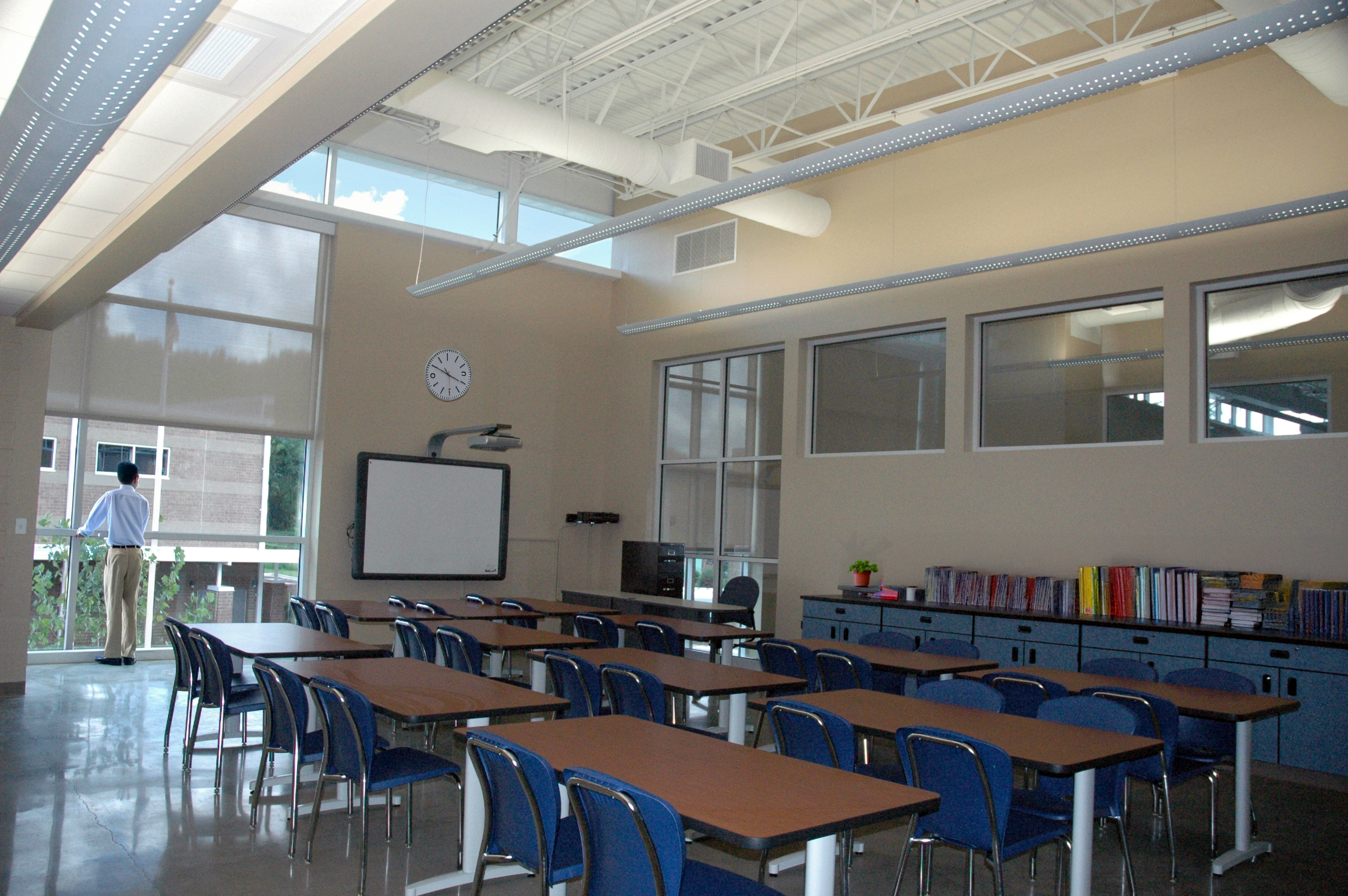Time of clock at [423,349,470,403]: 3:50
